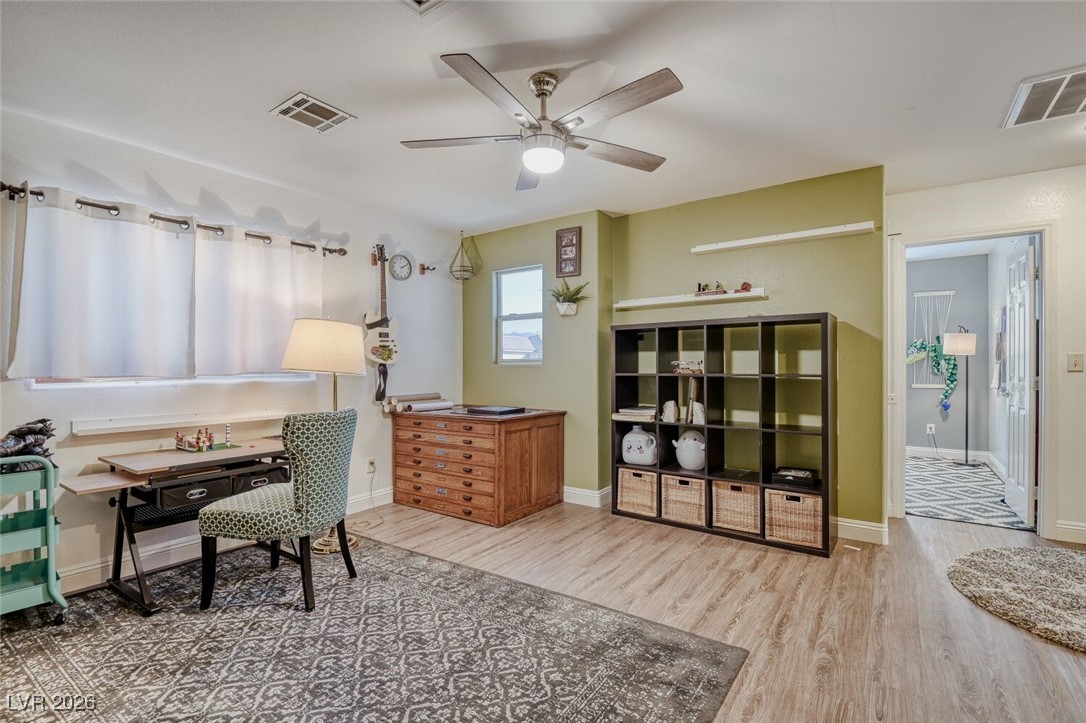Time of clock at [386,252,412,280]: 2:11
